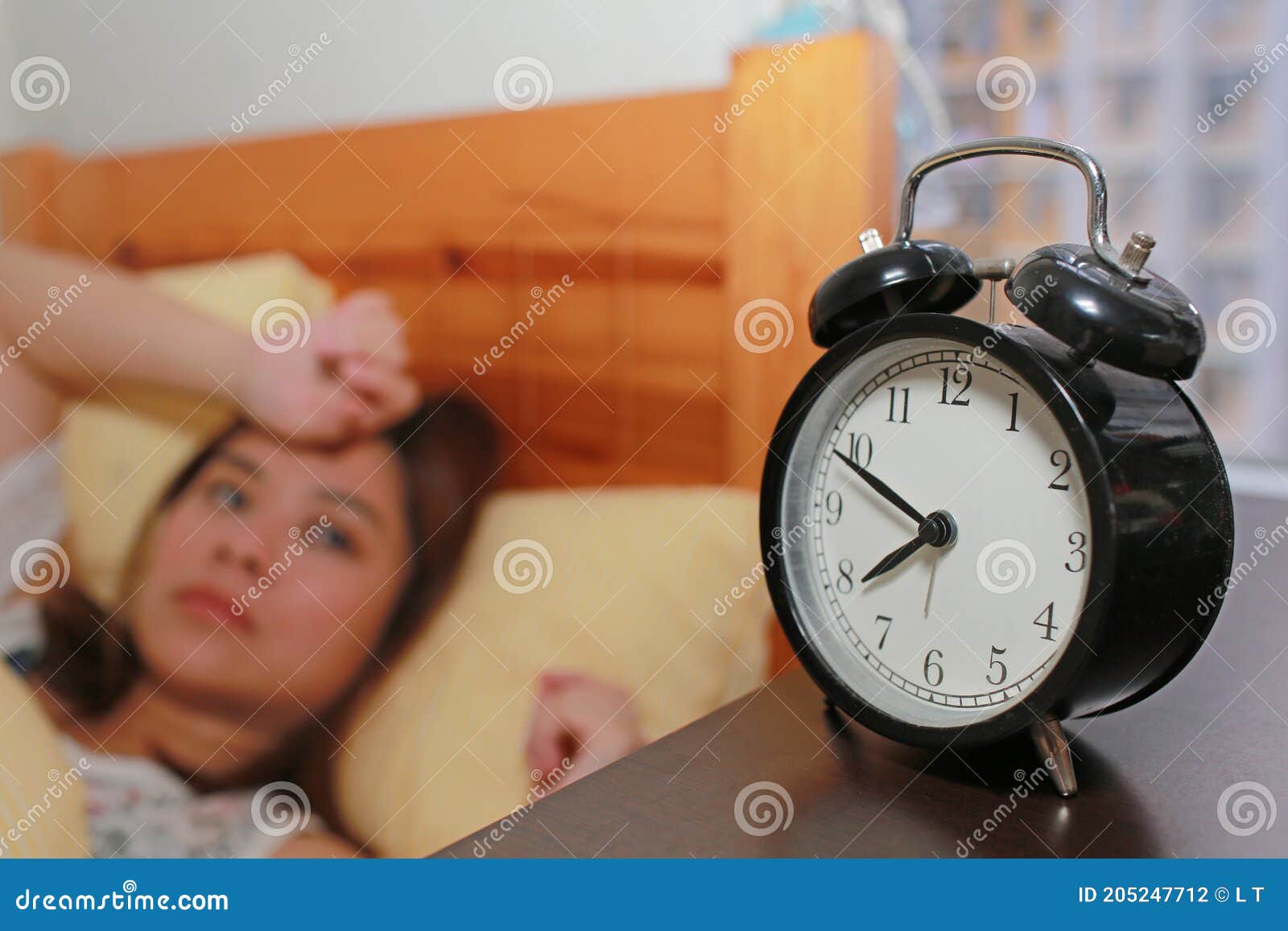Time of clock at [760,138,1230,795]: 7:49
